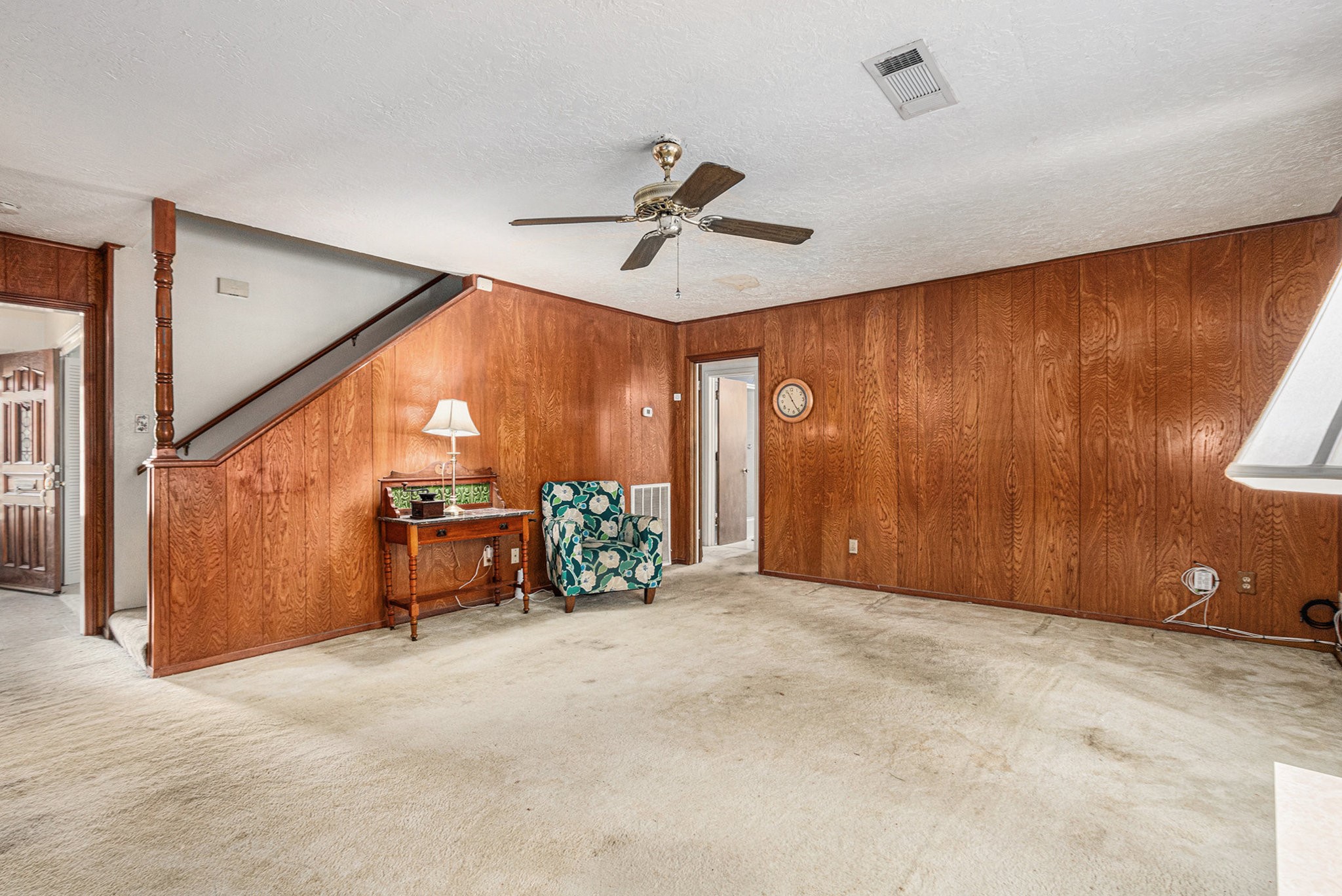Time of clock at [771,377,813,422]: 11:25
